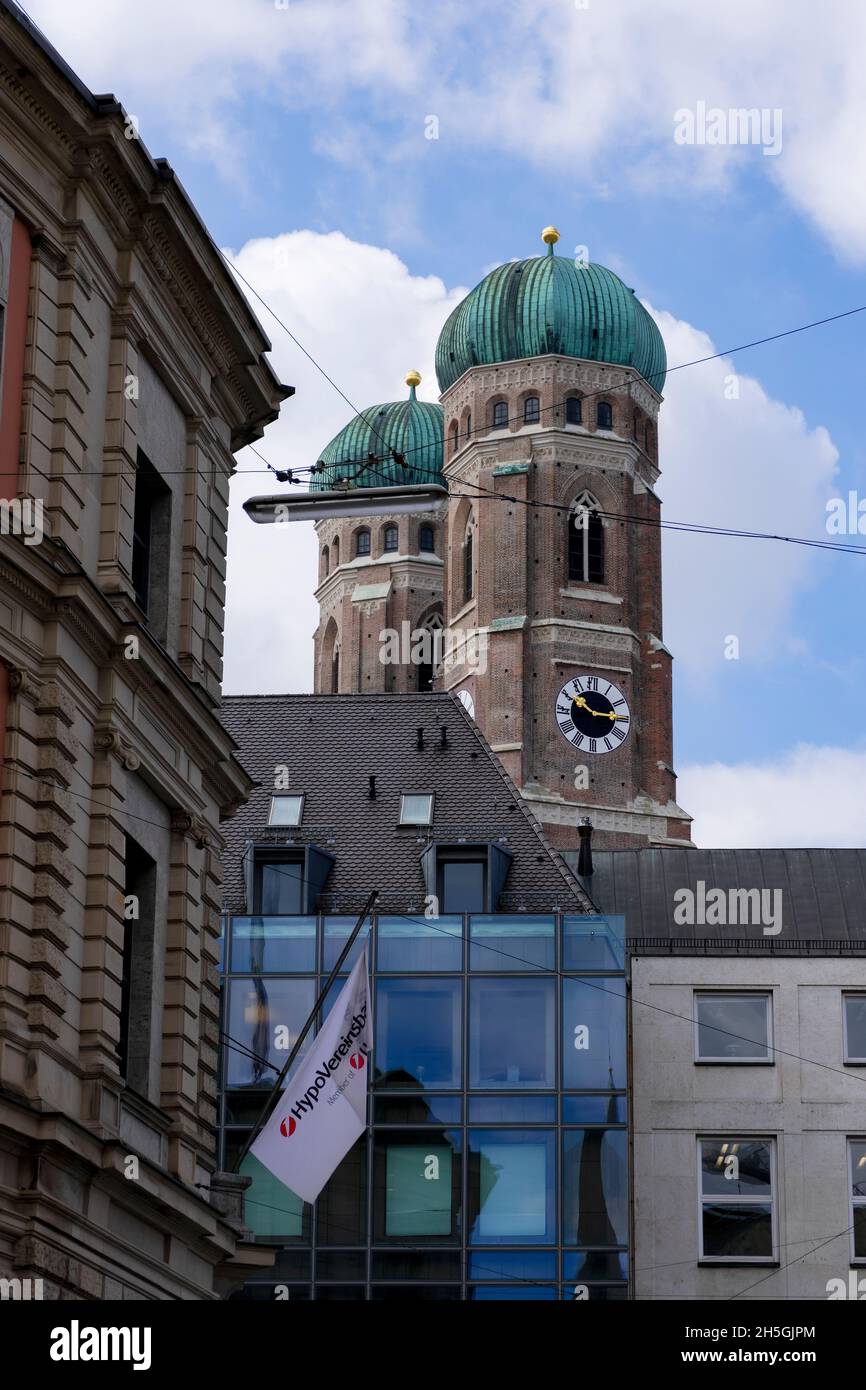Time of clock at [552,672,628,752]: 10:14
